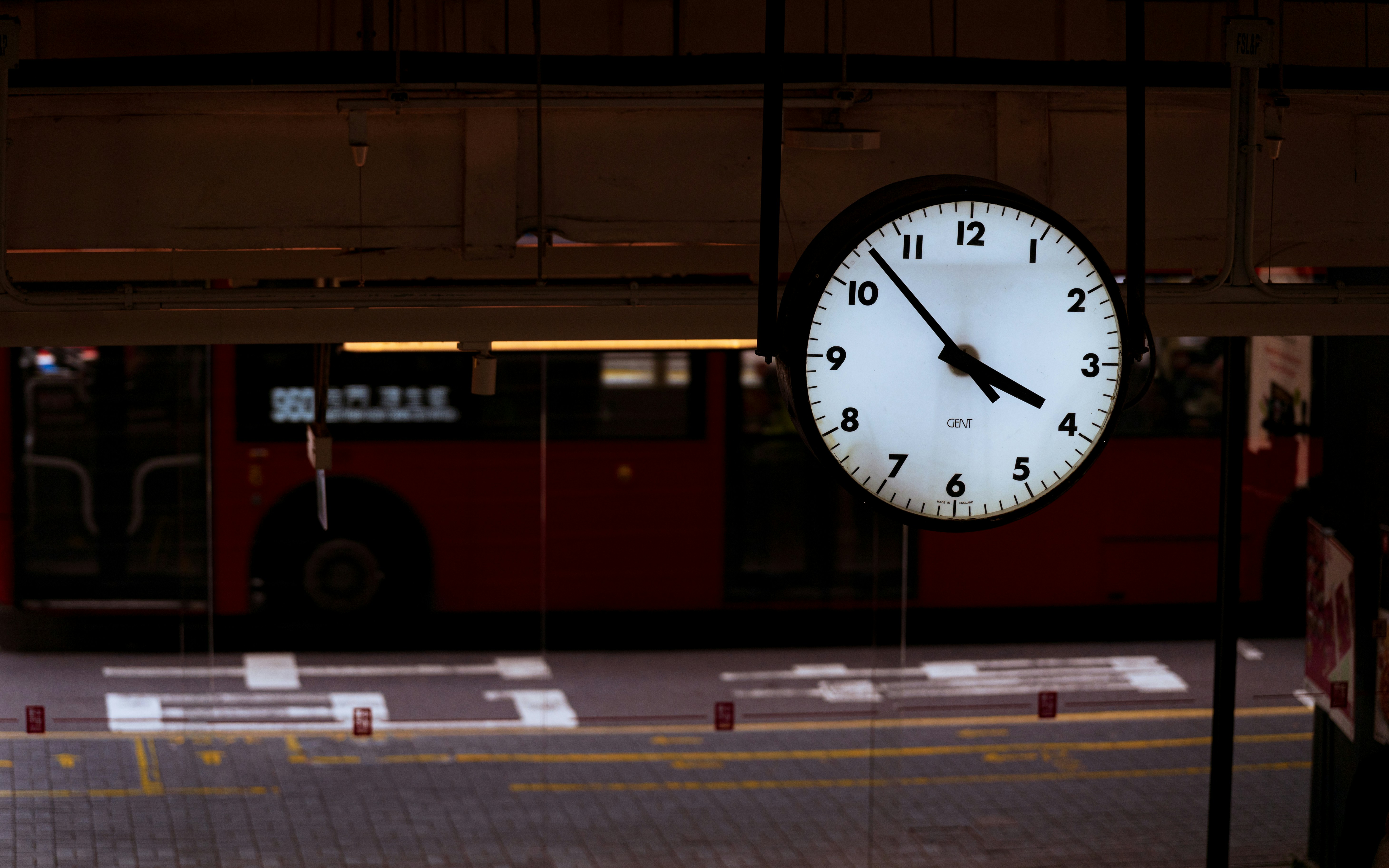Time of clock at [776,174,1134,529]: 3:52
